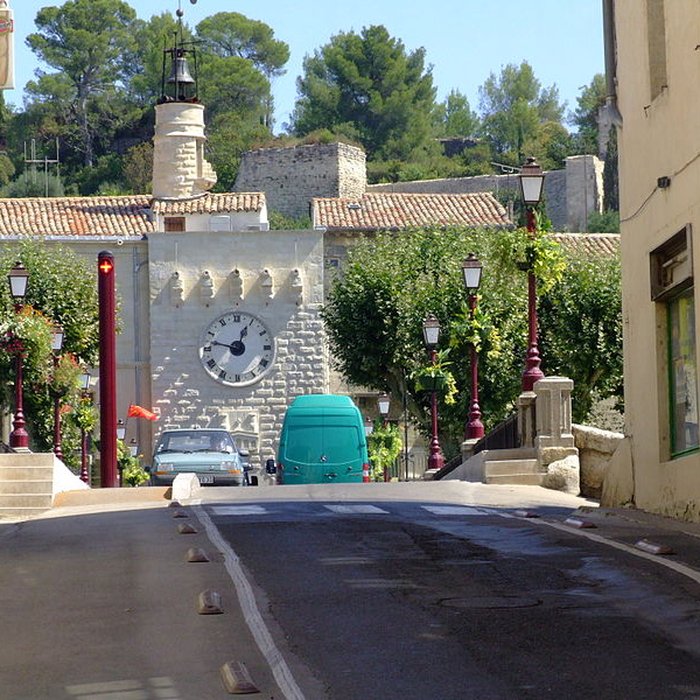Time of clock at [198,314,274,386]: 12:47
